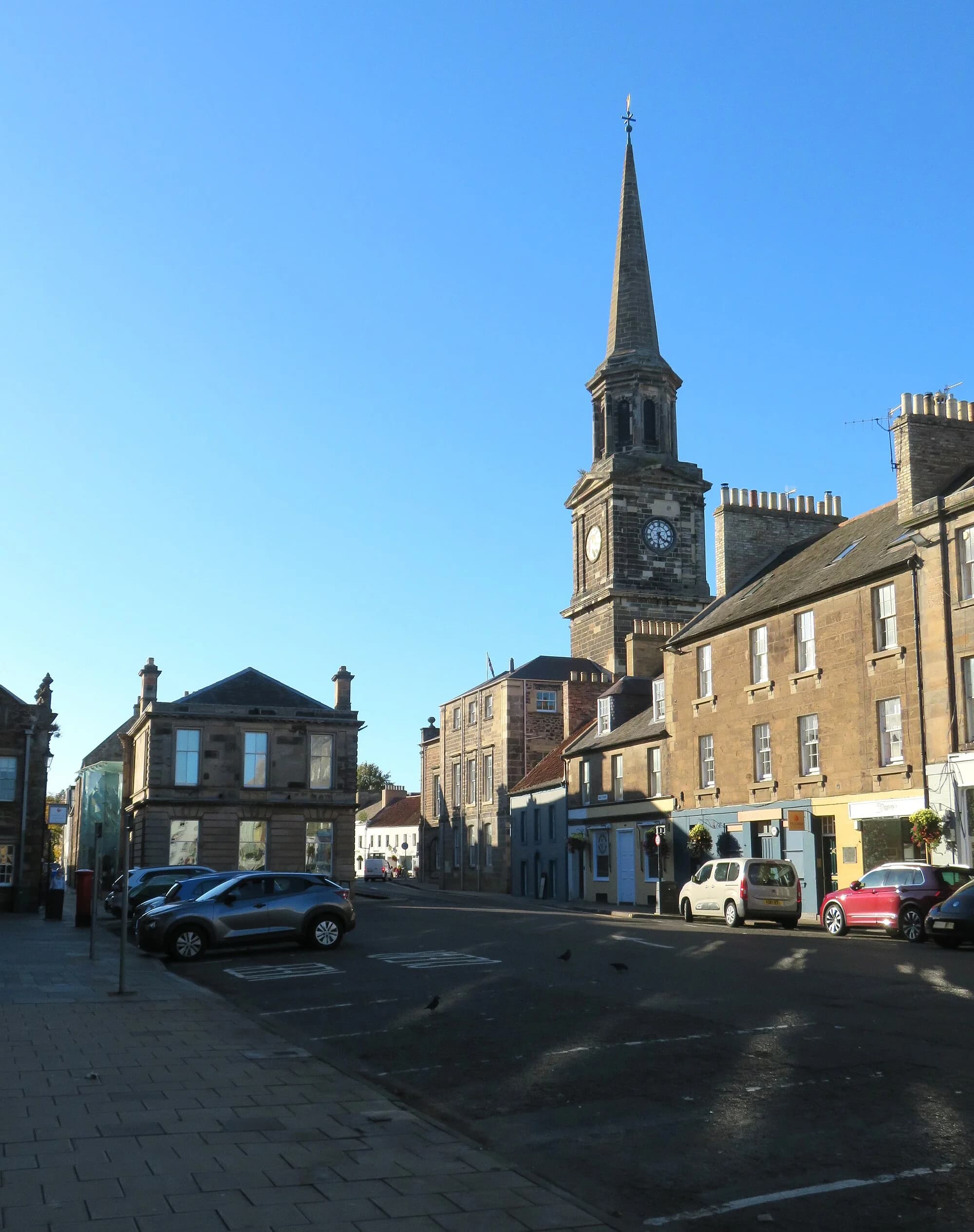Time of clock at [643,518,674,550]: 4:31
